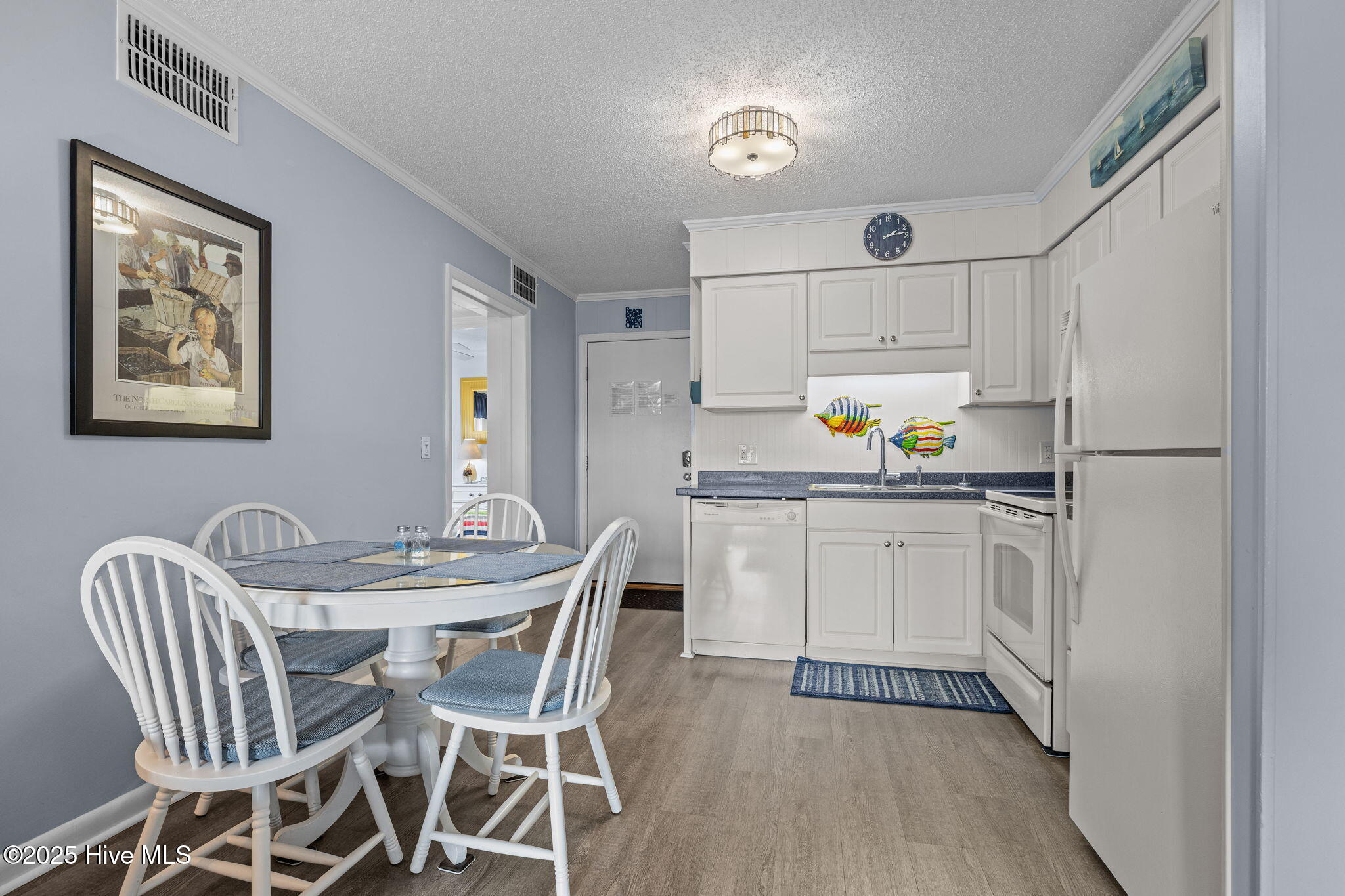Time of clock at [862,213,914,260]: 2:13
